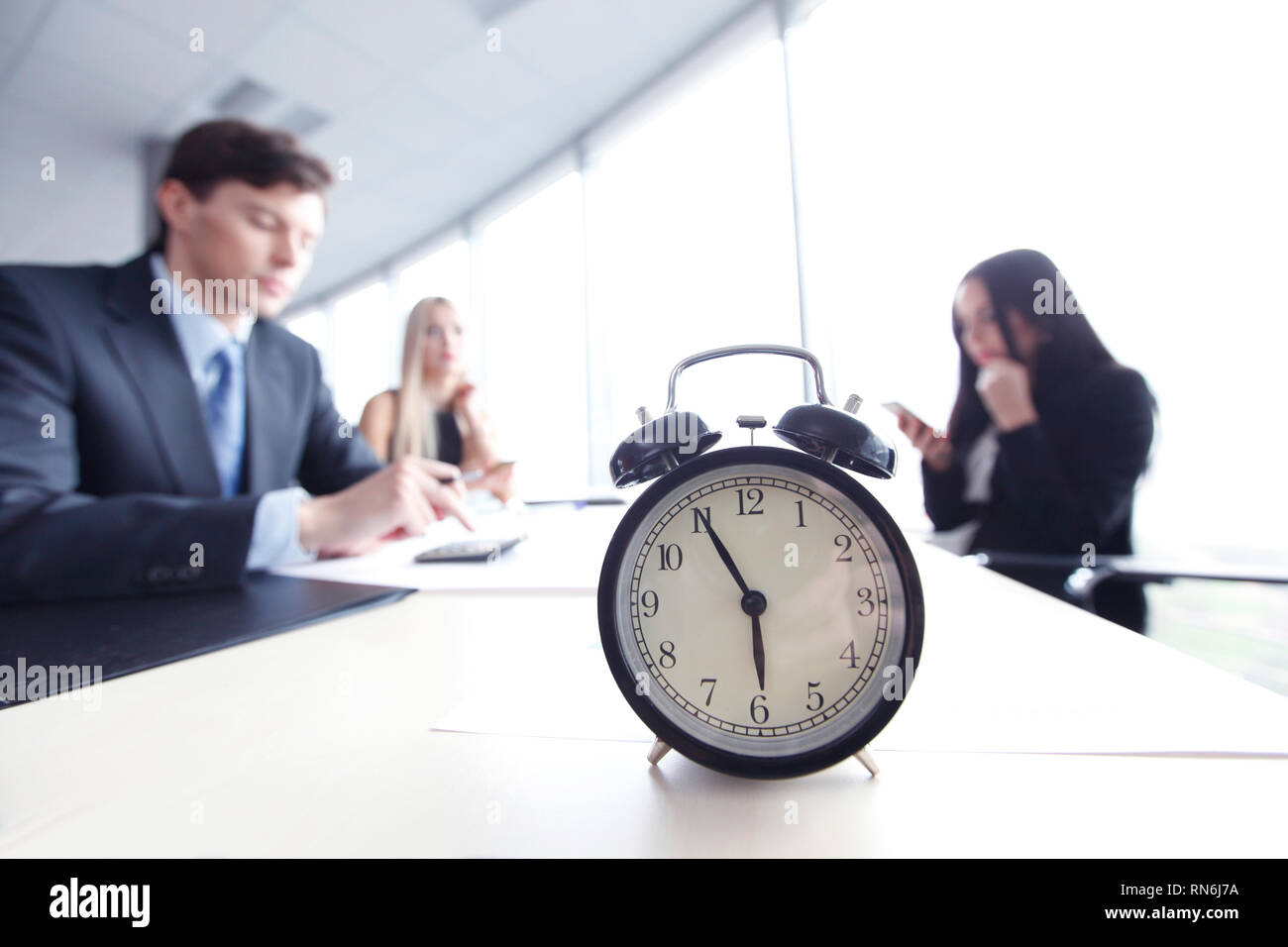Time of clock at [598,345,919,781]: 5:55
